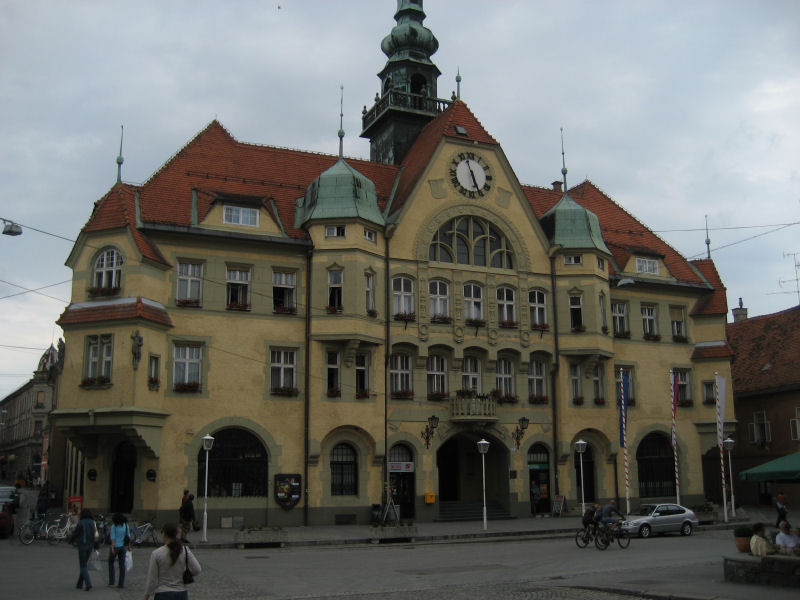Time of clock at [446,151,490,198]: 11:26
